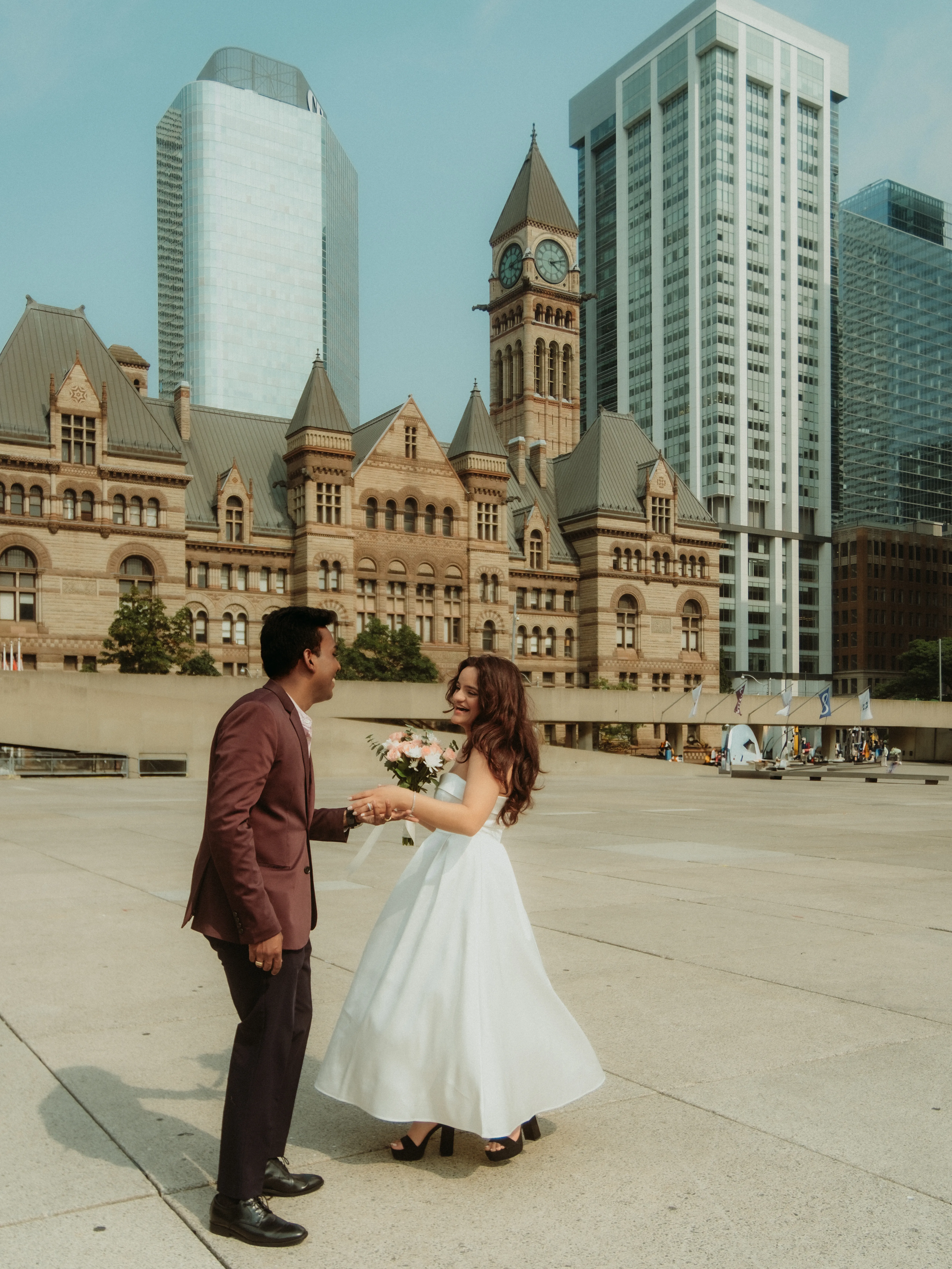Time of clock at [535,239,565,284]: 4:12
